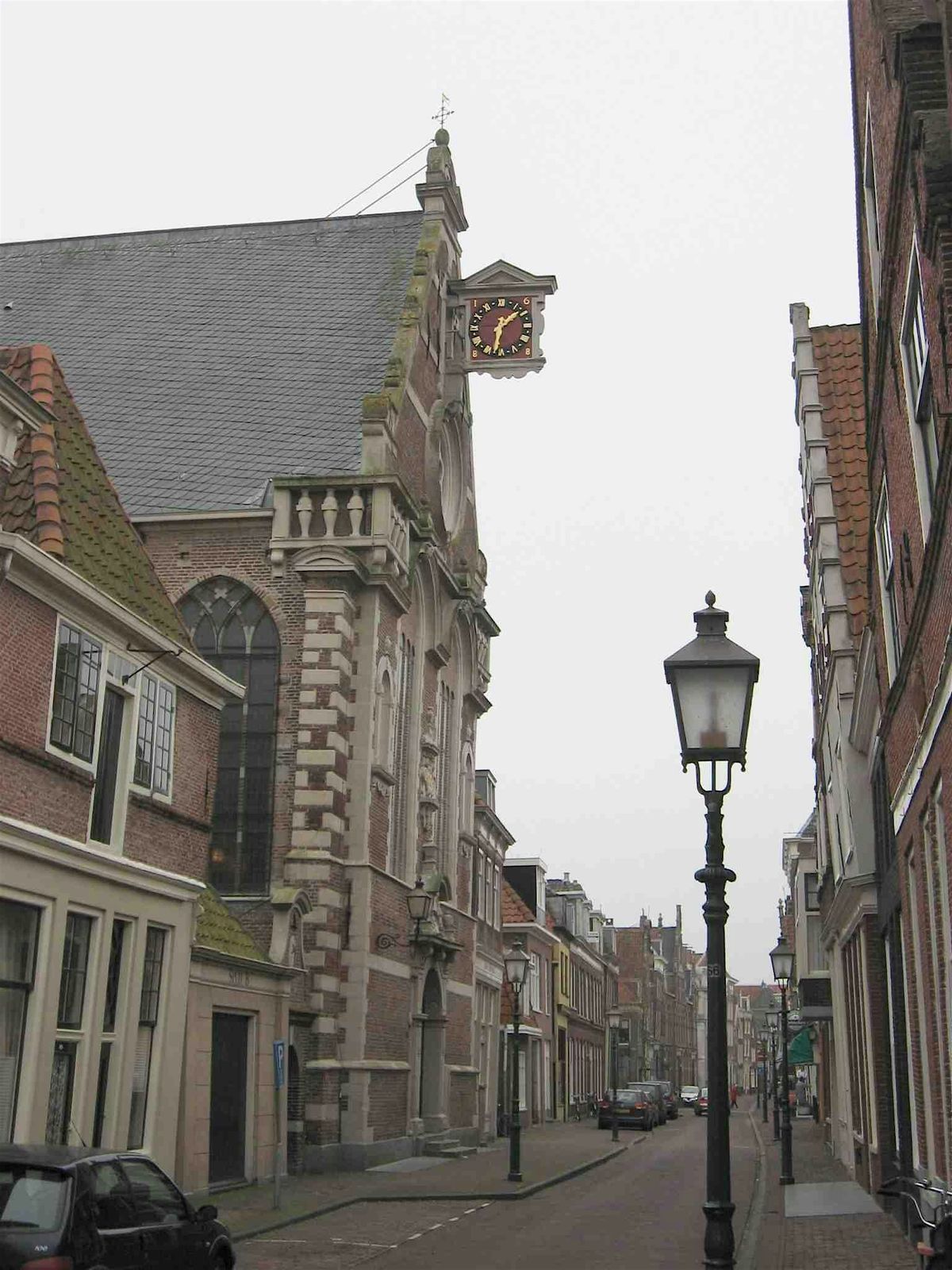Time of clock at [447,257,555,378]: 1:32
